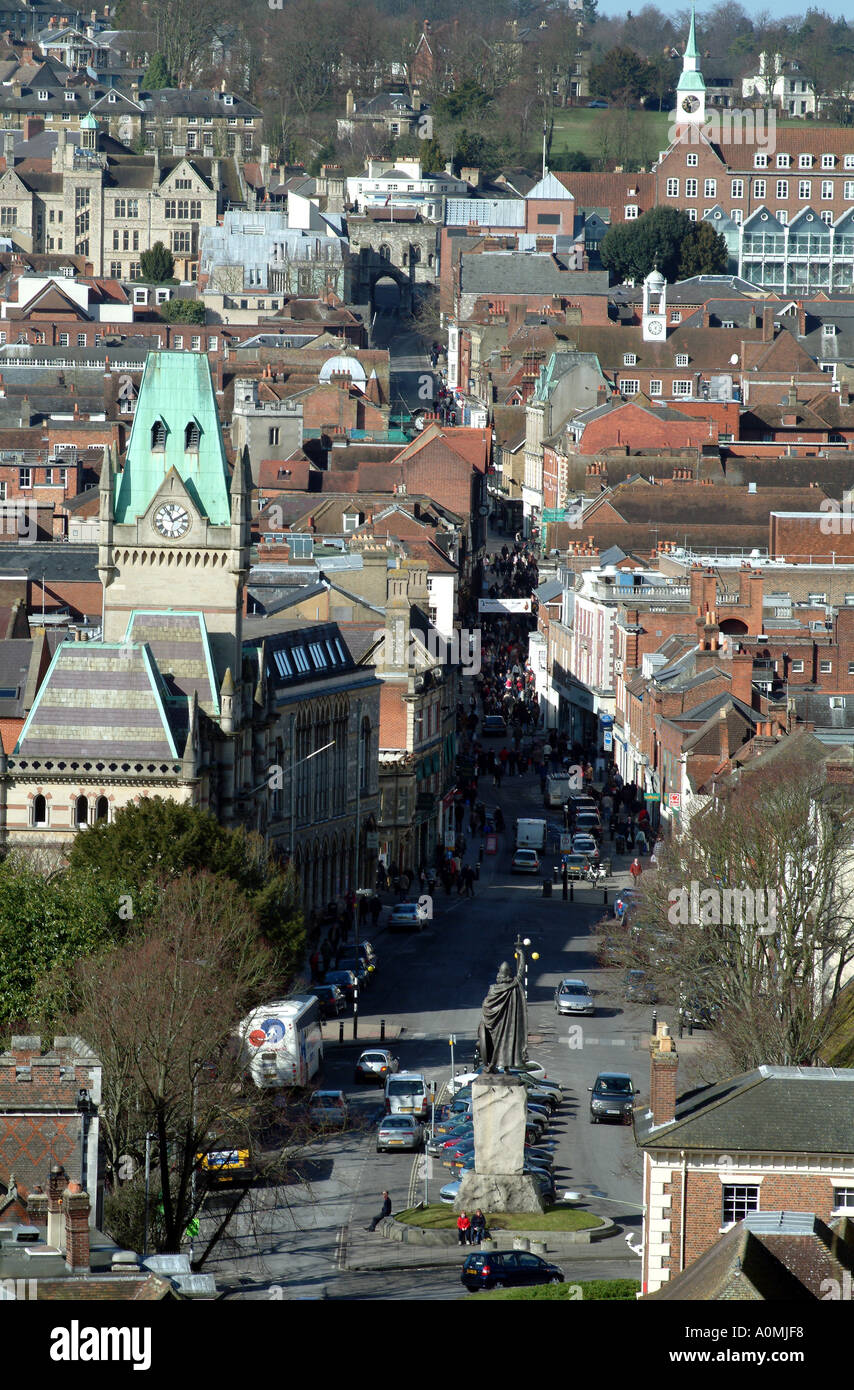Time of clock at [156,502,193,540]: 11:10
